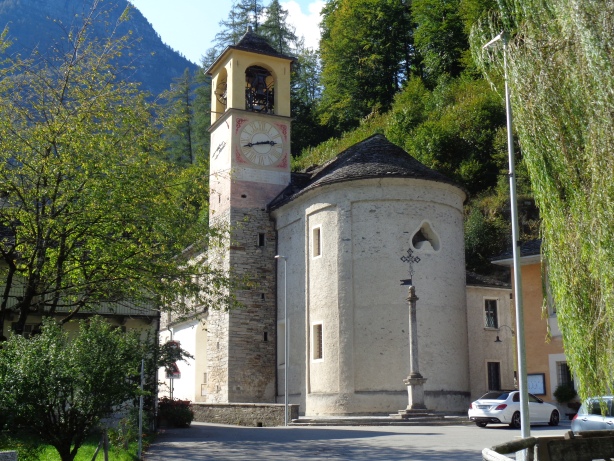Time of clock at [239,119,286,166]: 2:42
